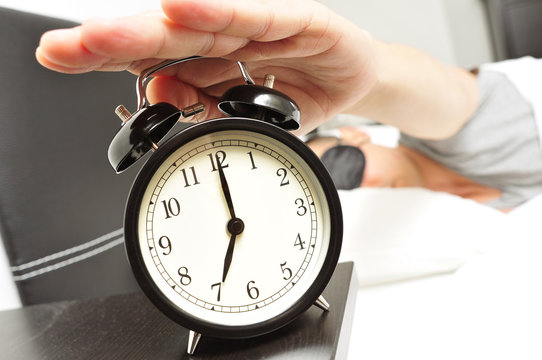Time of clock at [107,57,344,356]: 7:00
